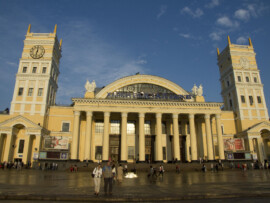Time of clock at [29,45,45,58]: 12:32
